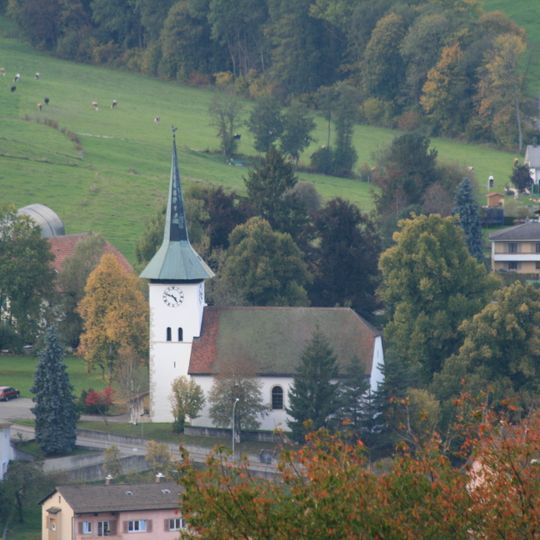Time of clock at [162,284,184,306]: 4:48
